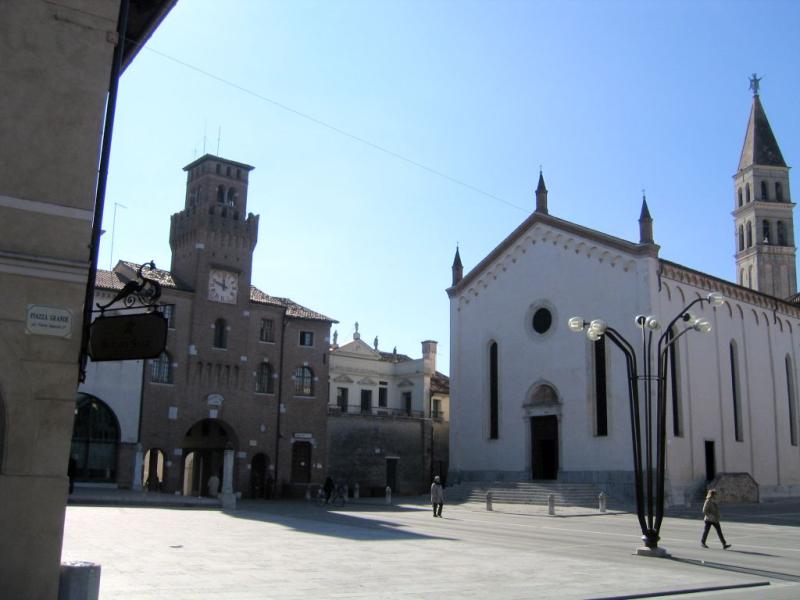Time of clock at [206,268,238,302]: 11:48
